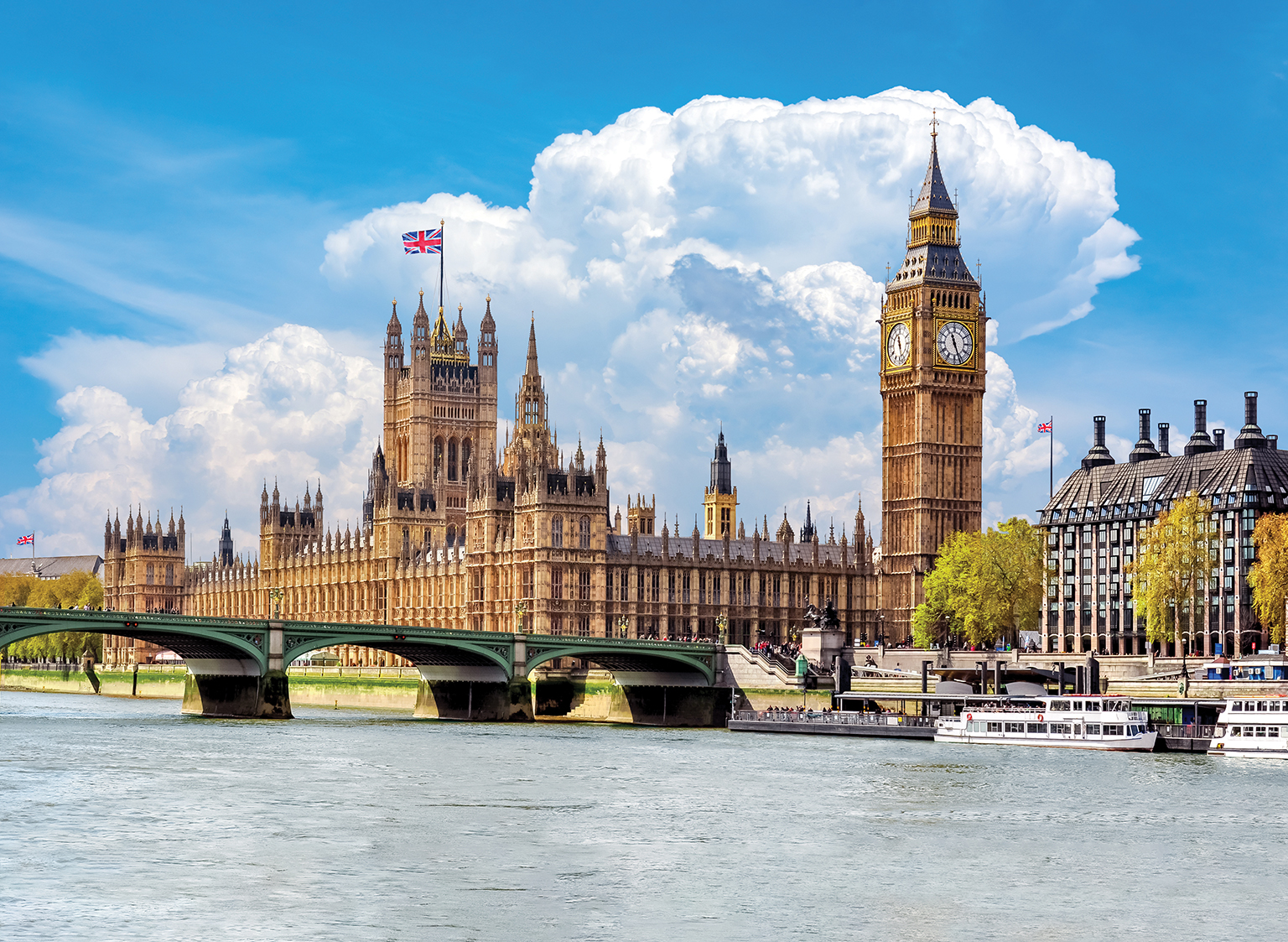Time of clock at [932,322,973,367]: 11:26
